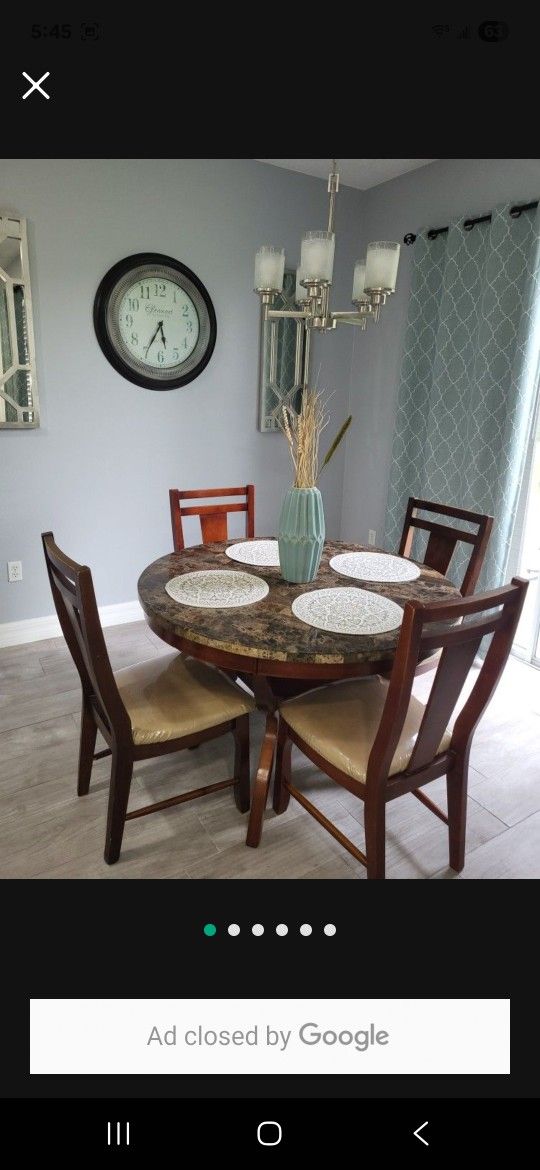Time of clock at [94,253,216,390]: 5:34
